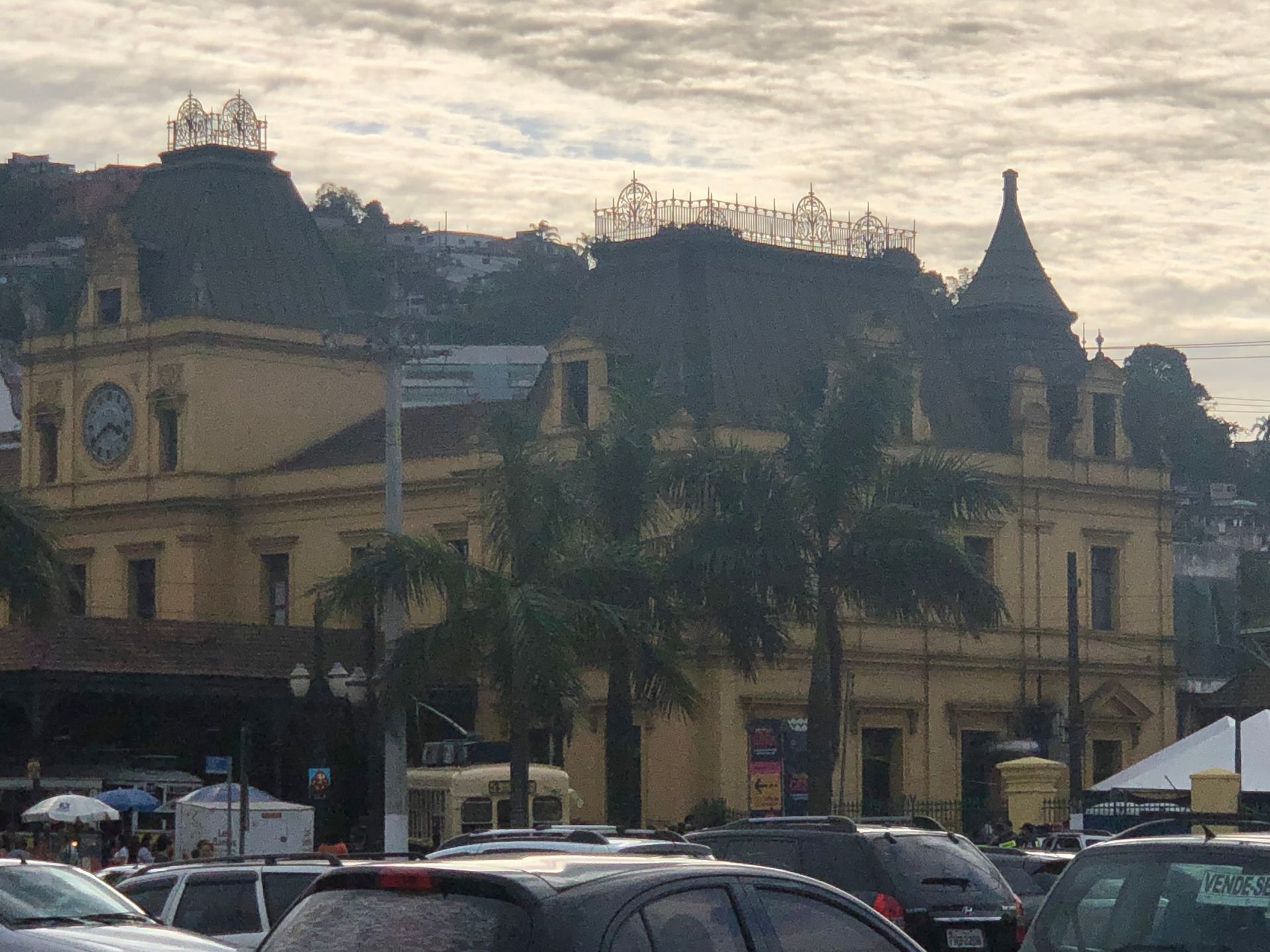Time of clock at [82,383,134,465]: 3:39
